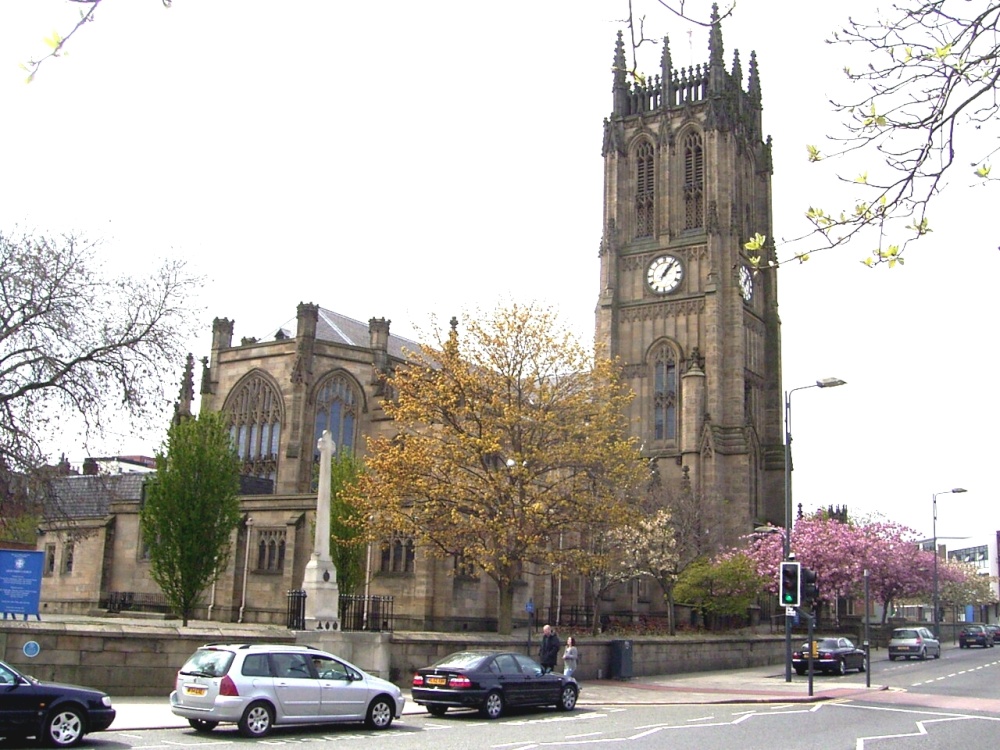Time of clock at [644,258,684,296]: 1:07
